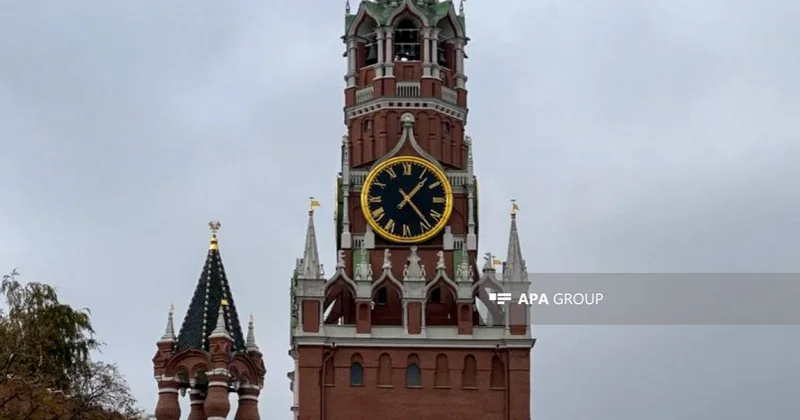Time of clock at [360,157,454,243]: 1:23
